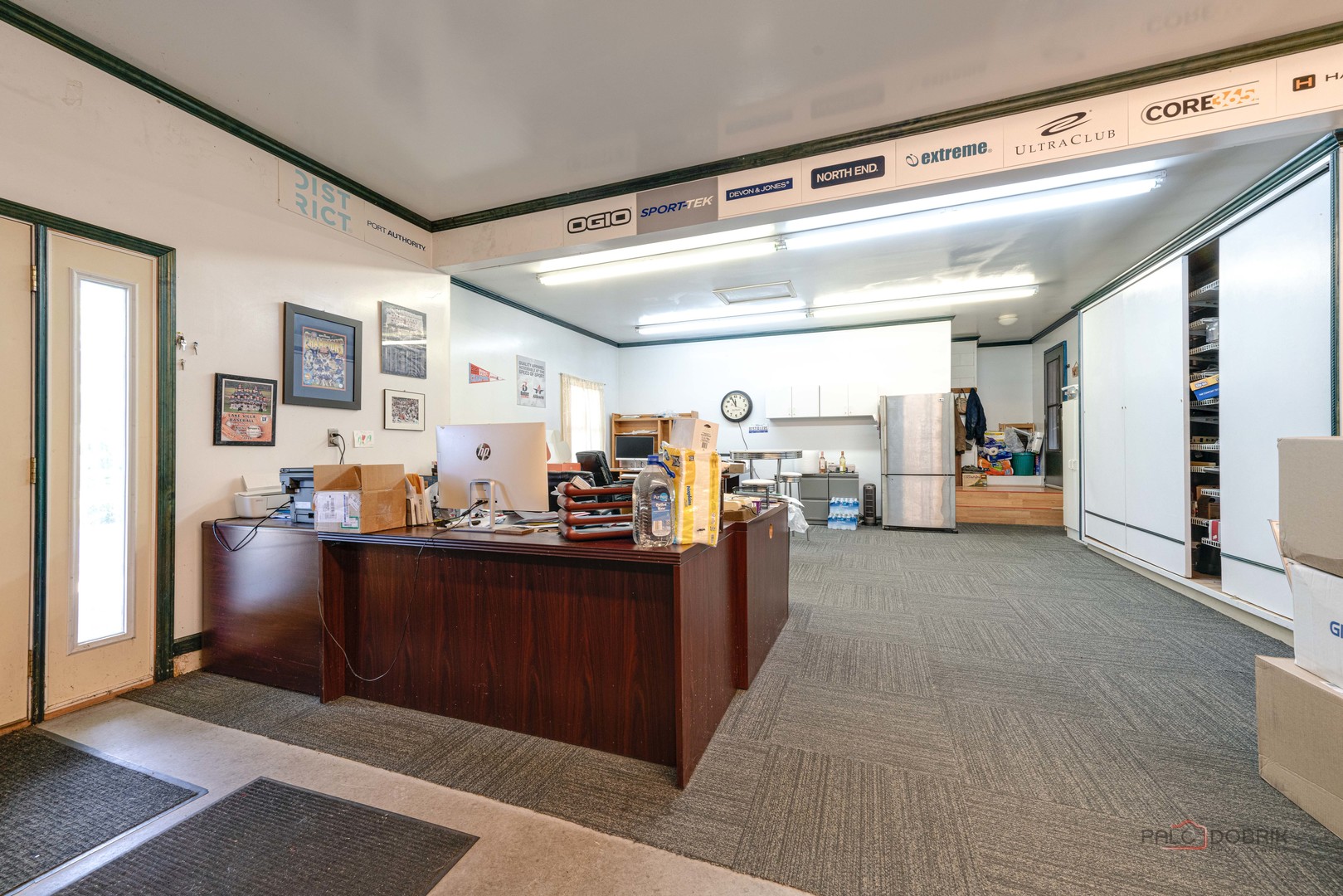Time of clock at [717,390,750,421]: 11:55
